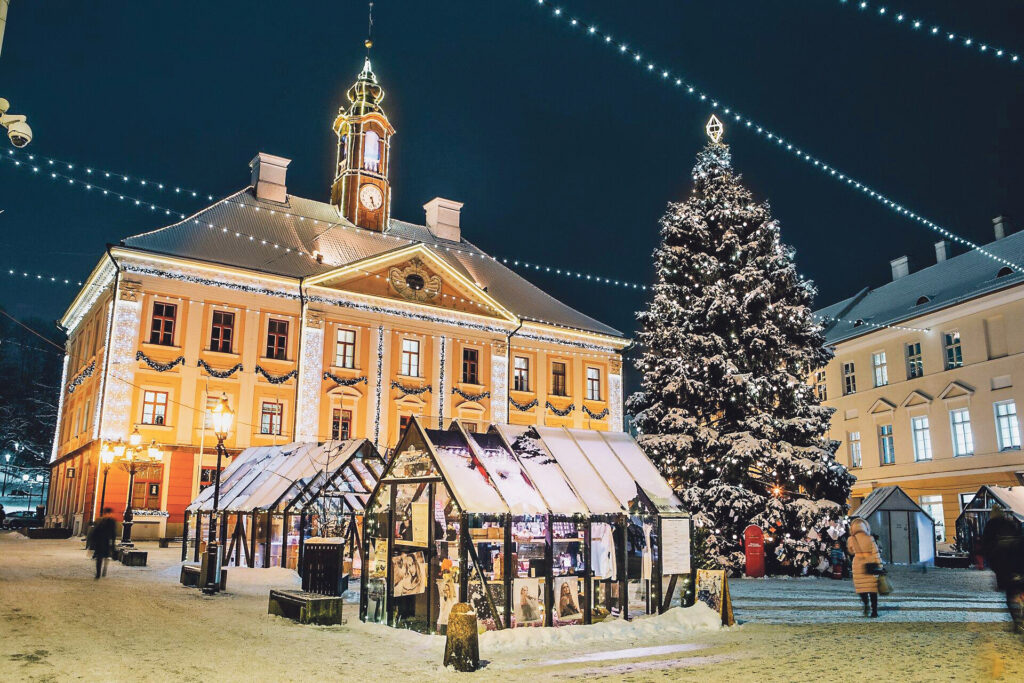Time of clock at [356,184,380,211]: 5:26
